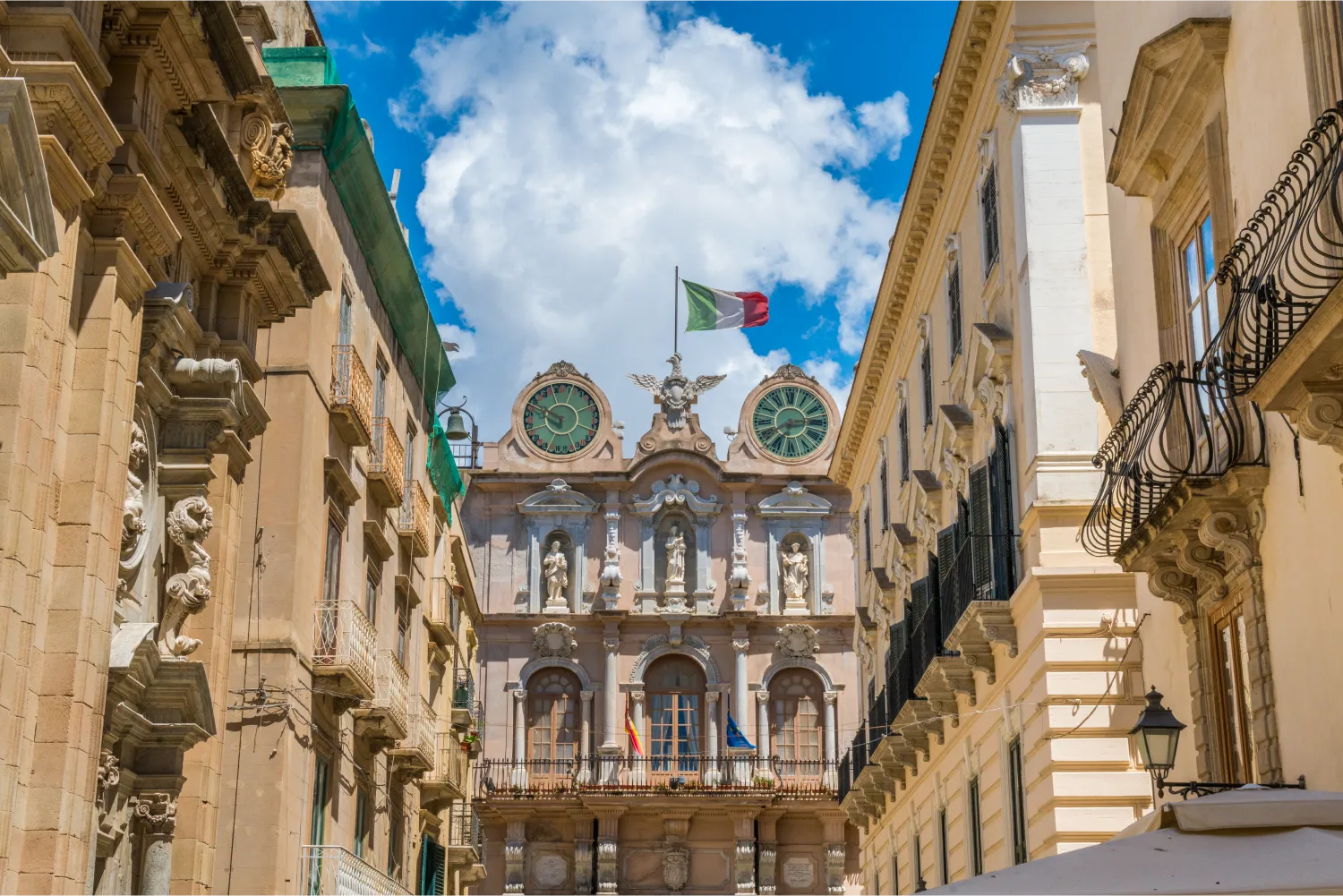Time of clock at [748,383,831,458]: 2:38
